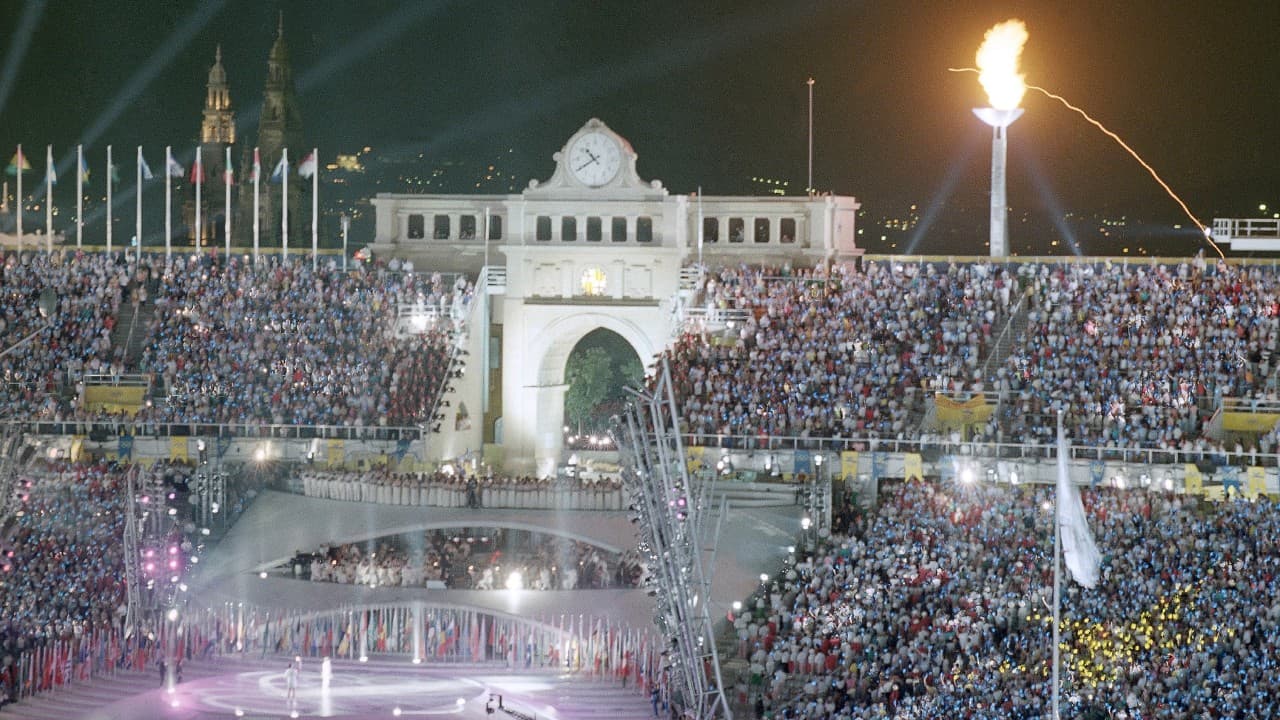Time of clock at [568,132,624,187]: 10:39
